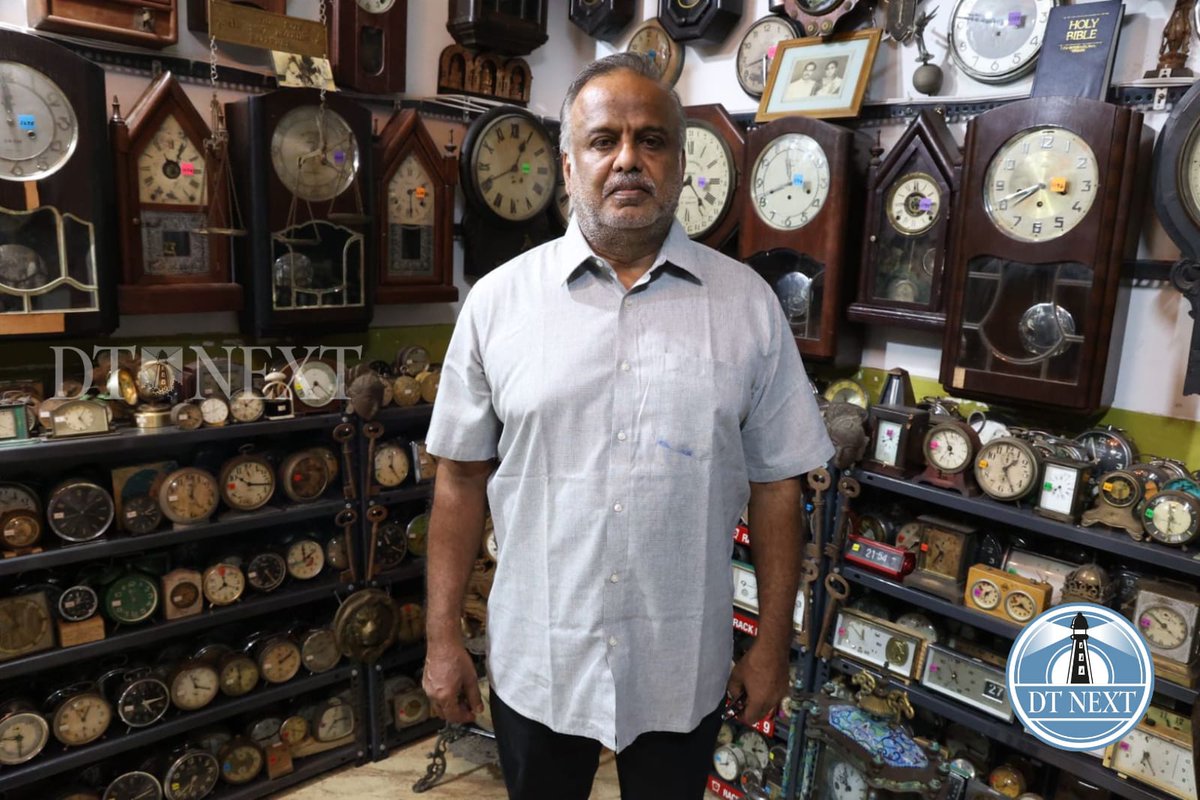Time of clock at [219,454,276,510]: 10:16
